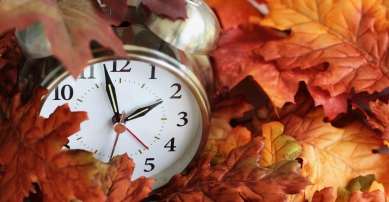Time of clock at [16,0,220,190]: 1:57
